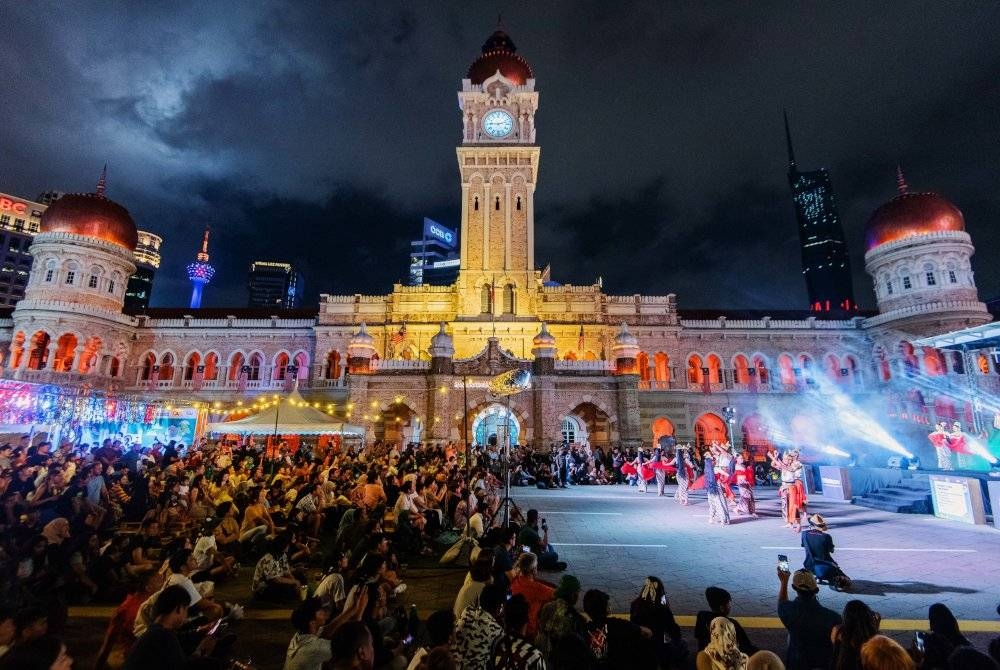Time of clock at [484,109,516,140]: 9:12
